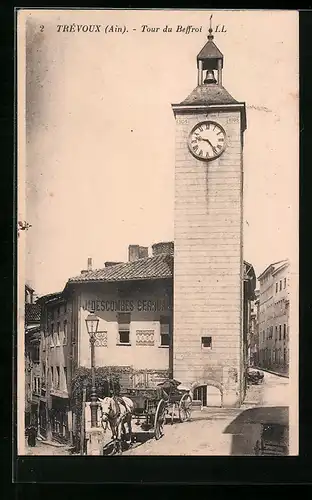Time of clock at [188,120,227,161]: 9:23
